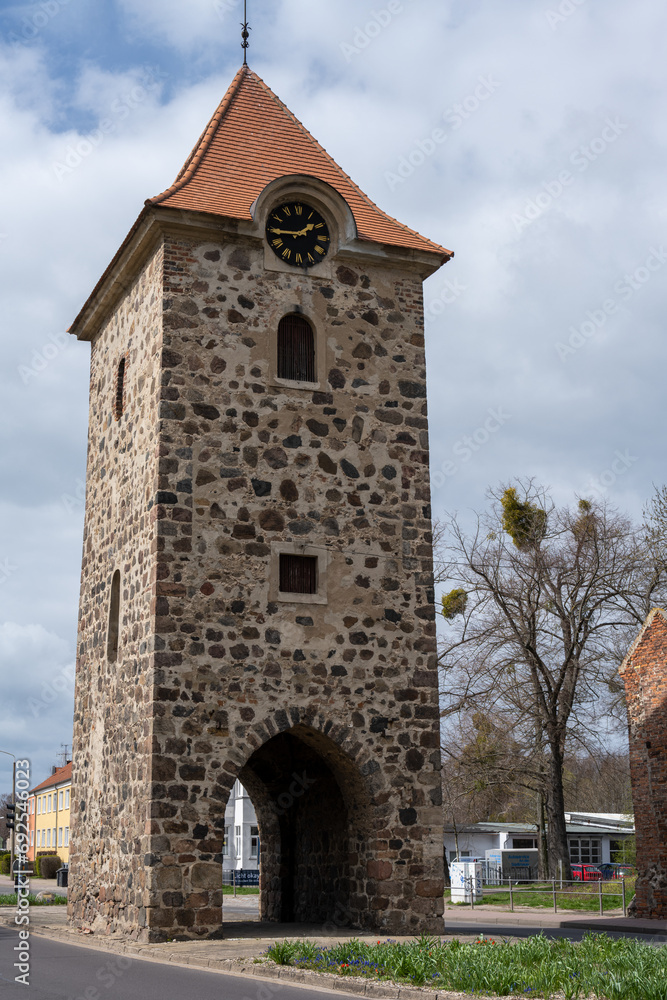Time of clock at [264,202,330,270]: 1:44
